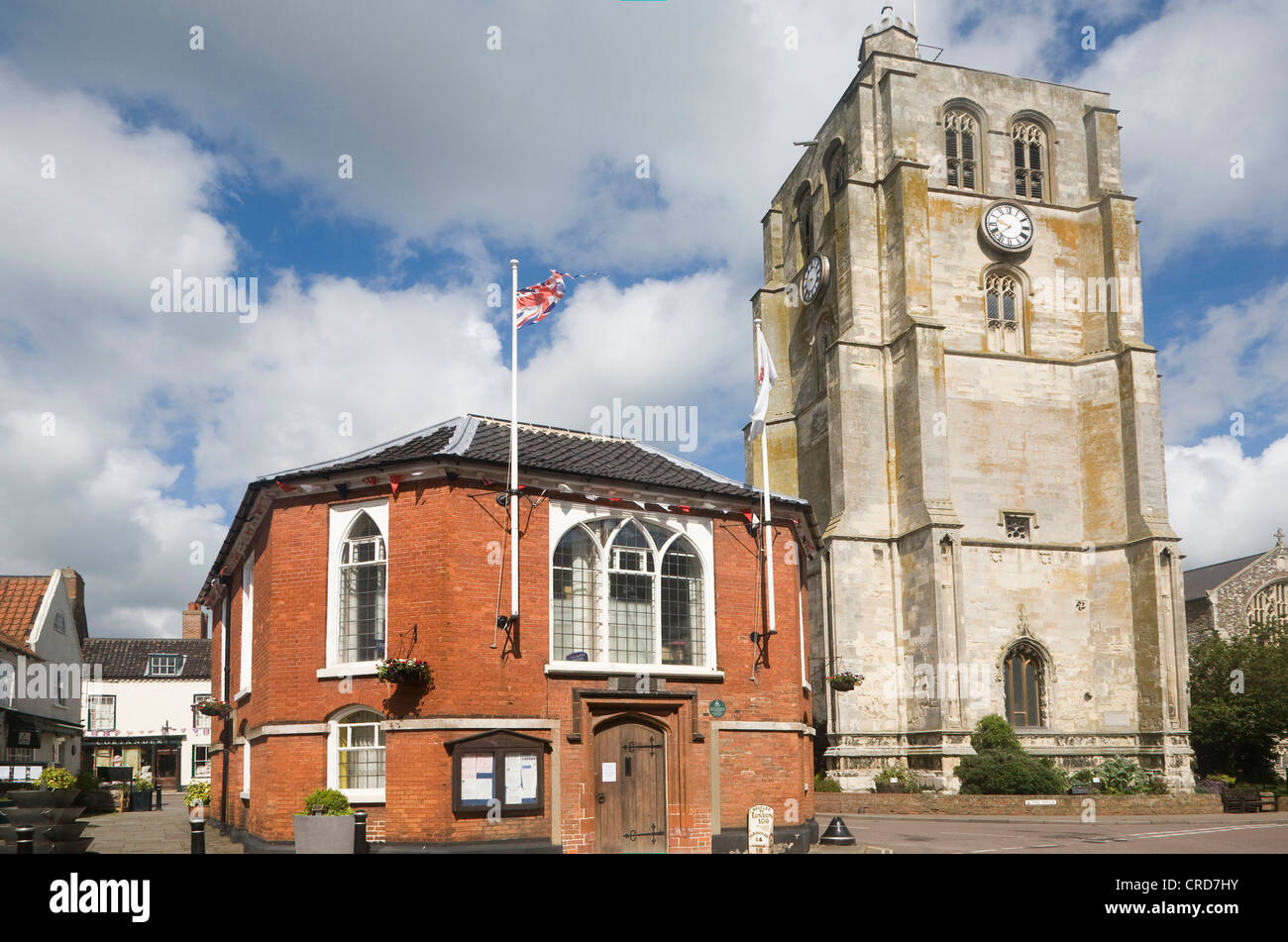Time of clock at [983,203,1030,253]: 9:37
